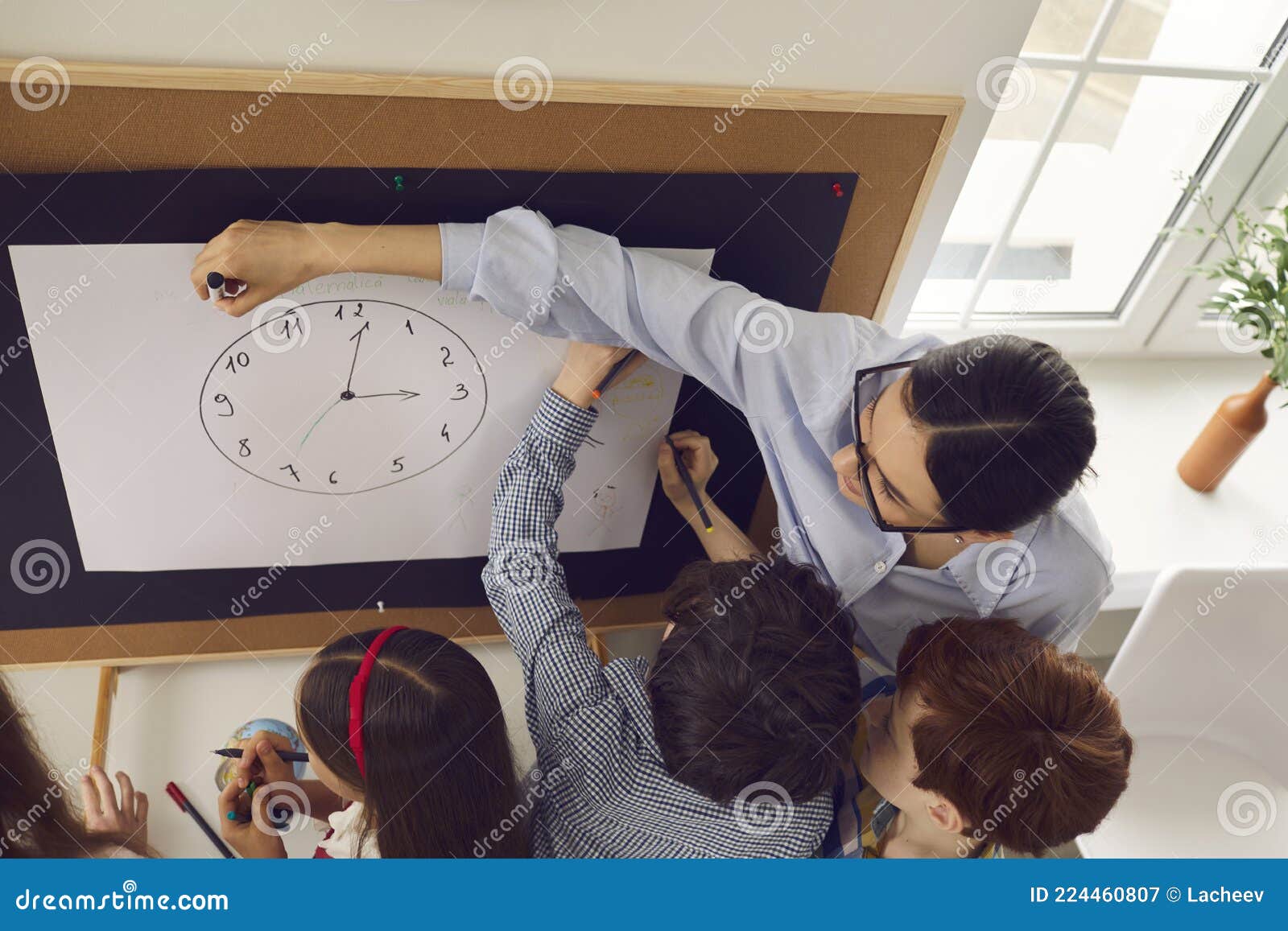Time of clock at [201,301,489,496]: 3:01
